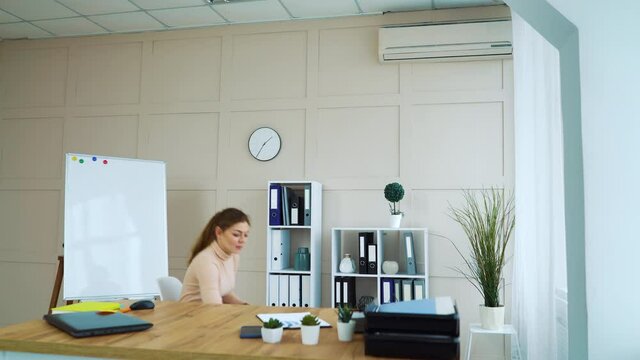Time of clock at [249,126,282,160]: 1:35
